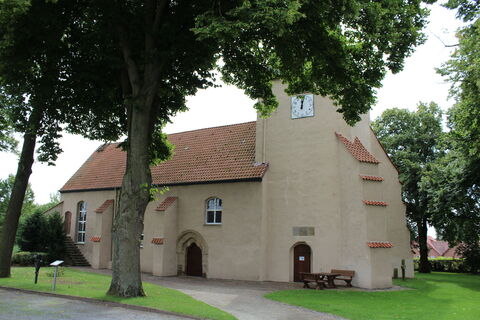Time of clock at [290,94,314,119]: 12:01
